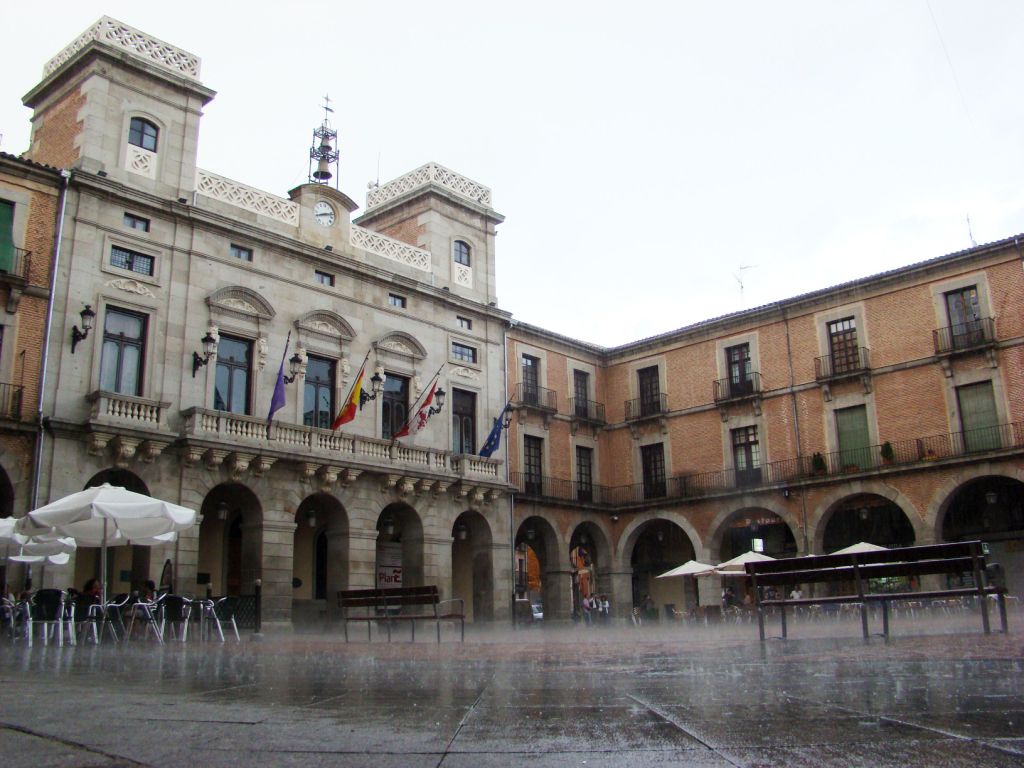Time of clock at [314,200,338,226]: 8:12
